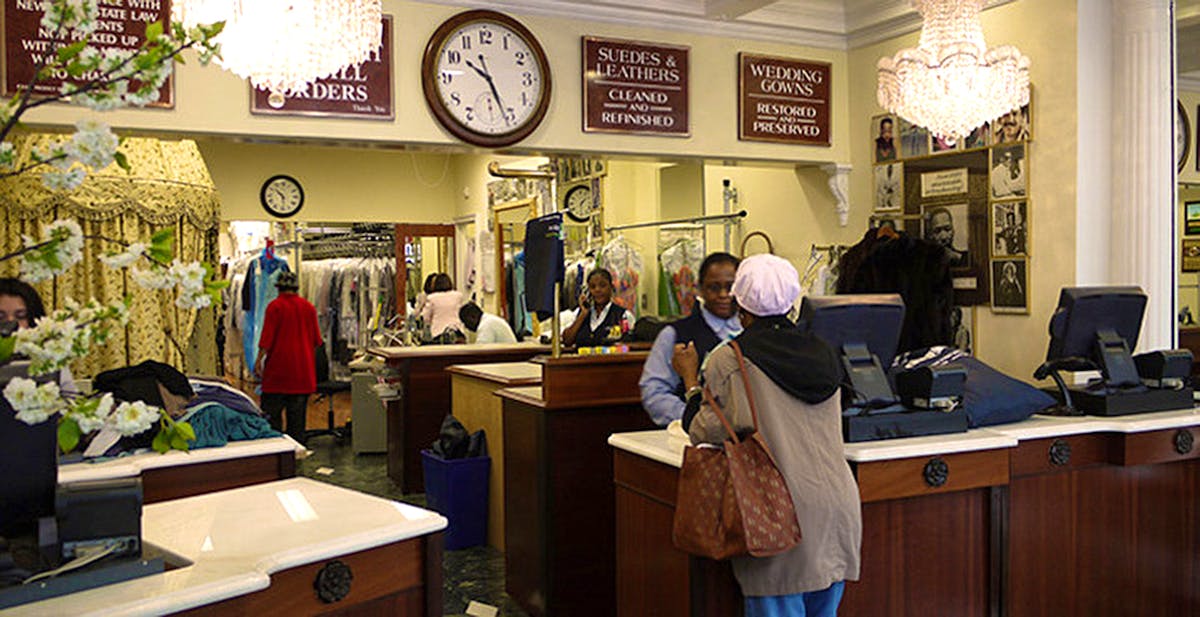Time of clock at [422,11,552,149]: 10:26
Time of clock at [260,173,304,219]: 10:28
